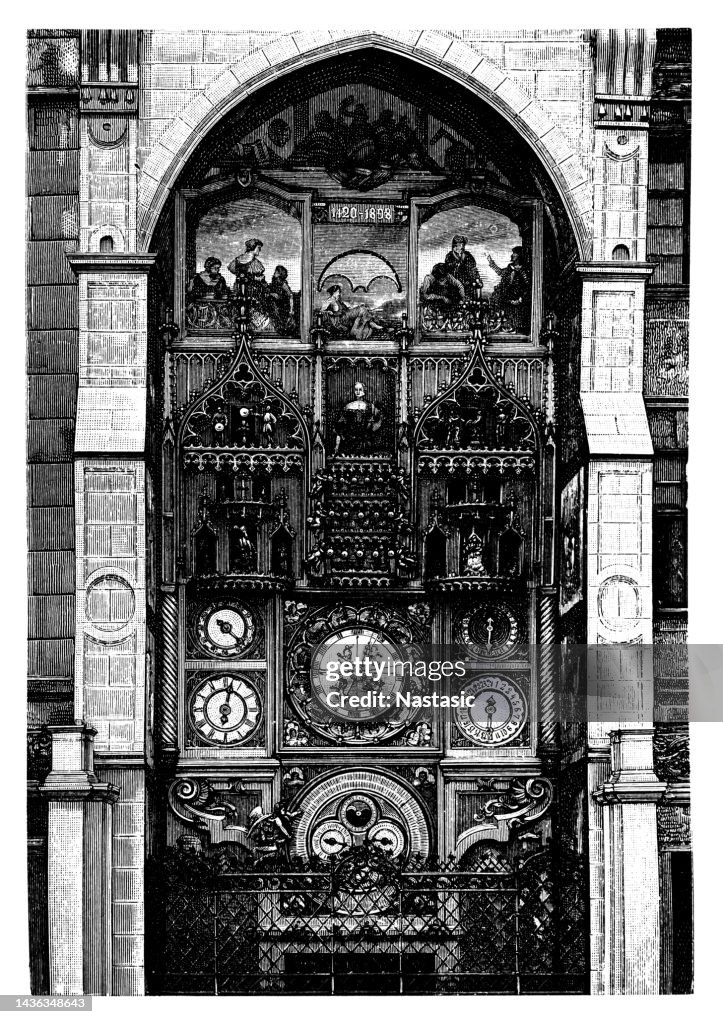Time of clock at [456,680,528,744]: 12:30
